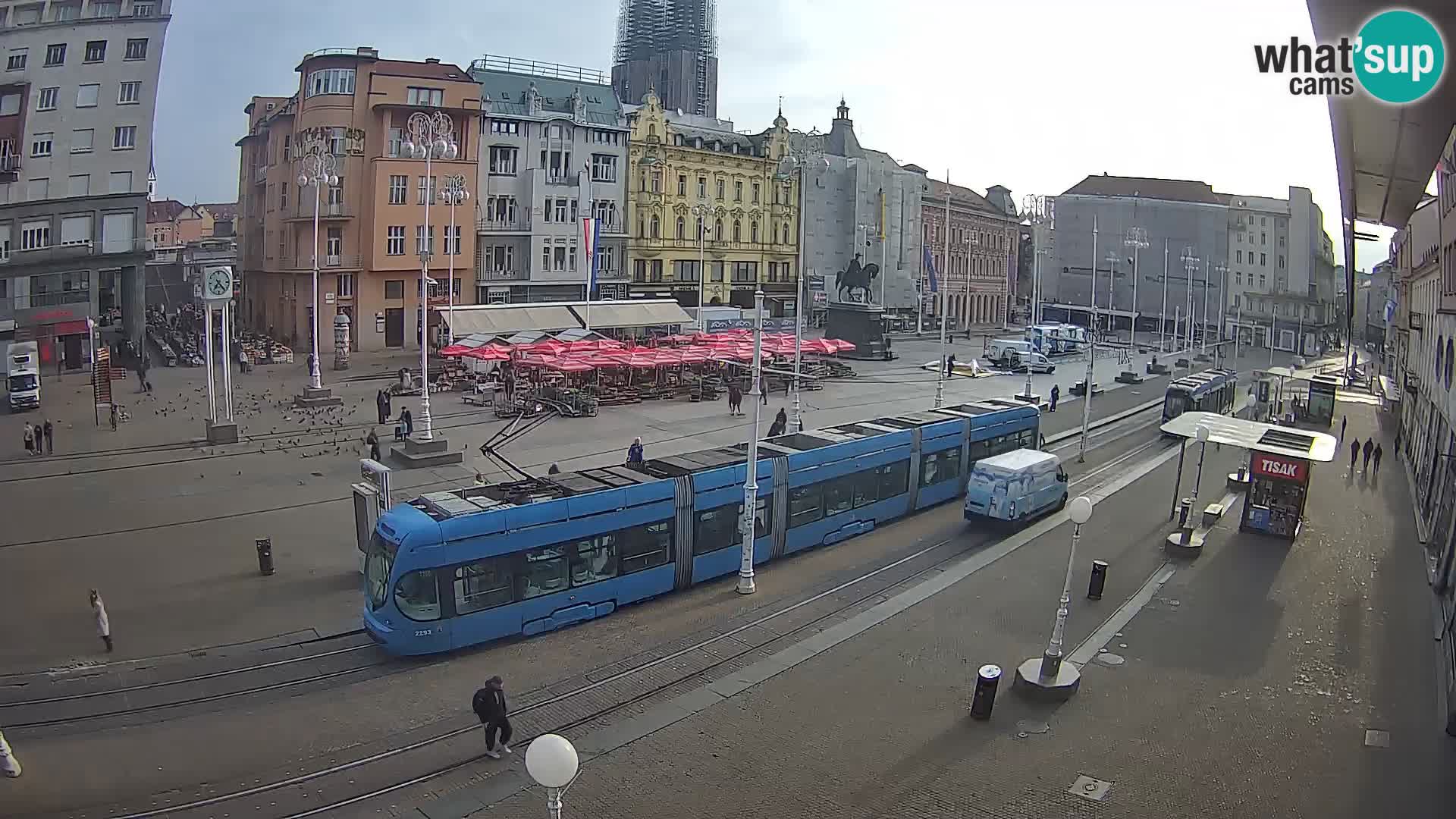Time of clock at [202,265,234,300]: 7:23
